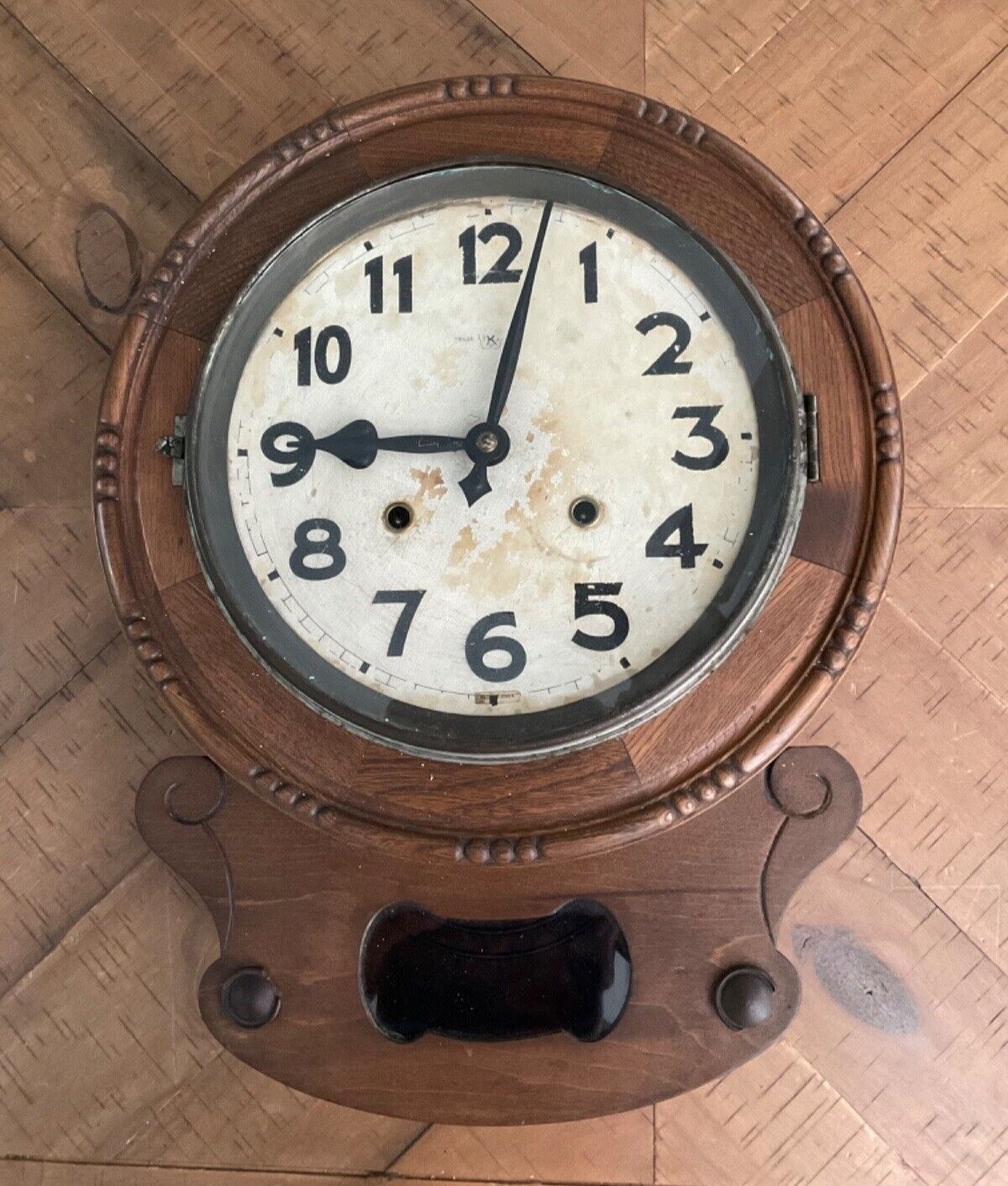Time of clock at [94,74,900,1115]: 9:02
